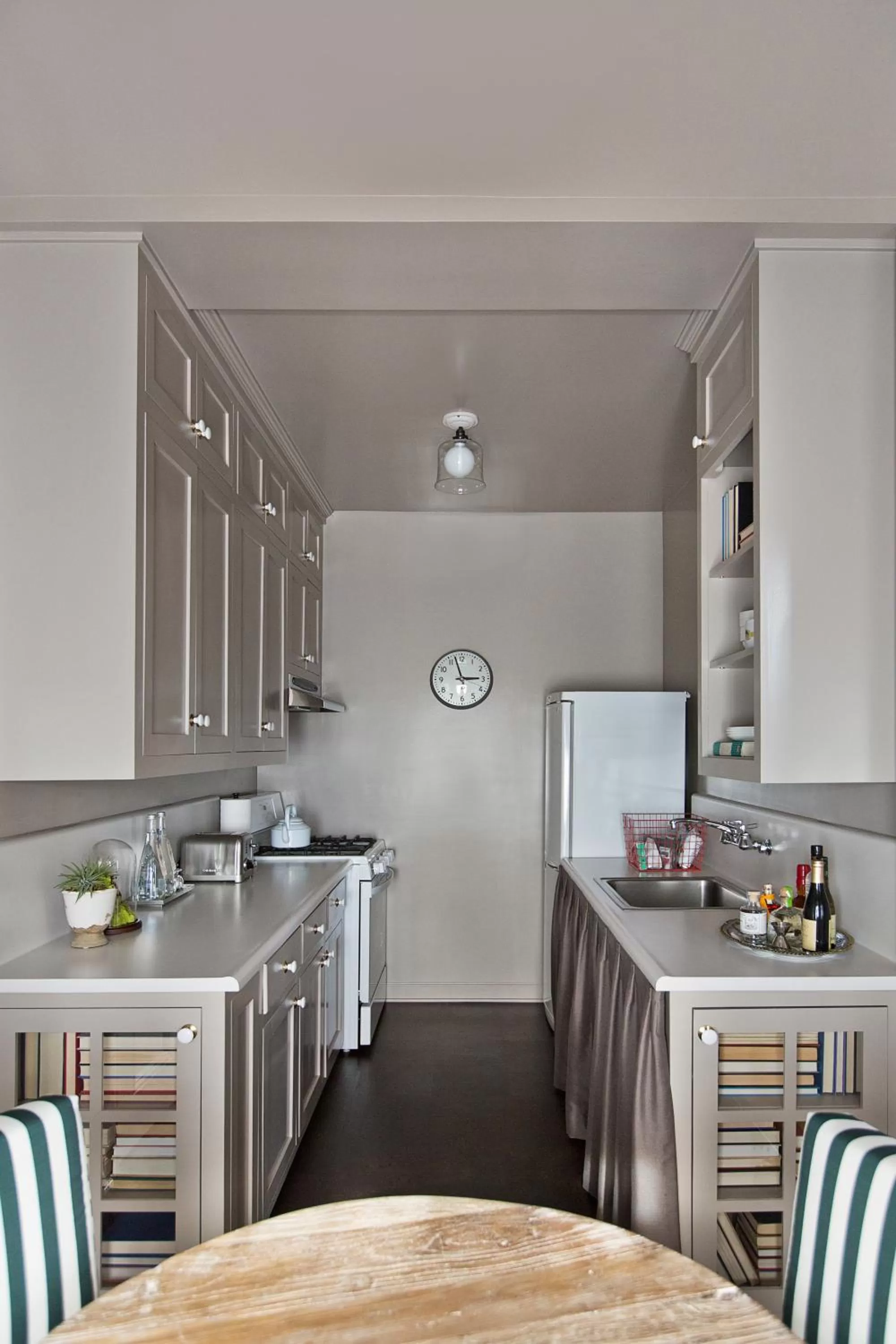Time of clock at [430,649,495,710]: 2:57
